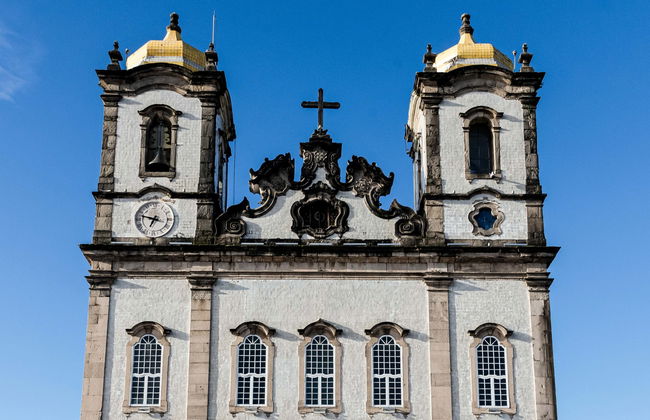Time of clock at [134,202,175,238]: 6:47
